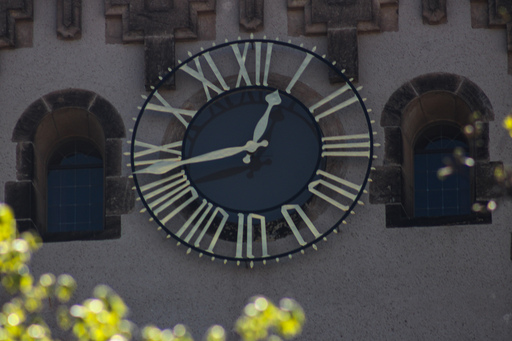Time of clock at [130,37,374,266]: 12:43
